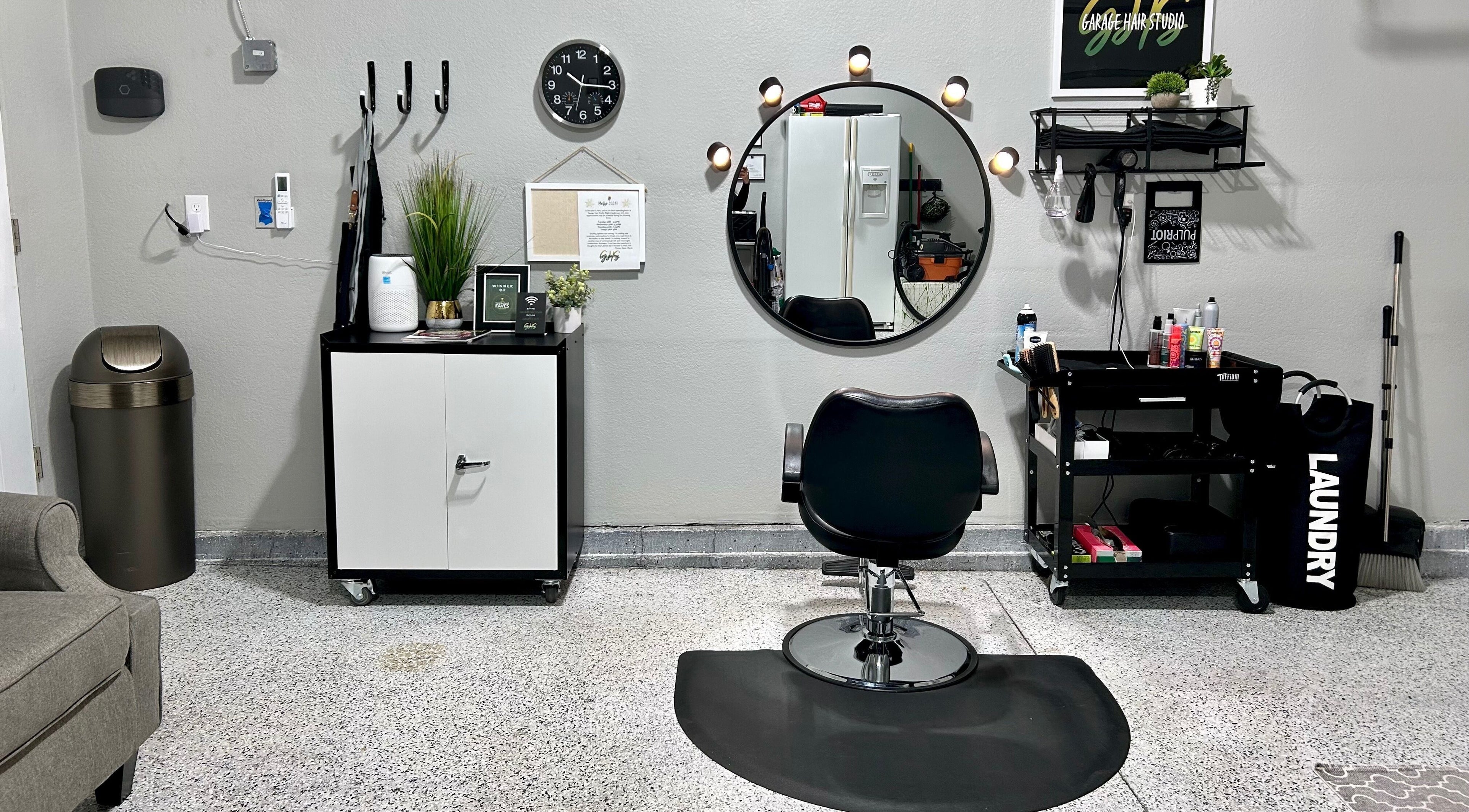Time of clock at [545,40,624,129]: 10:15
